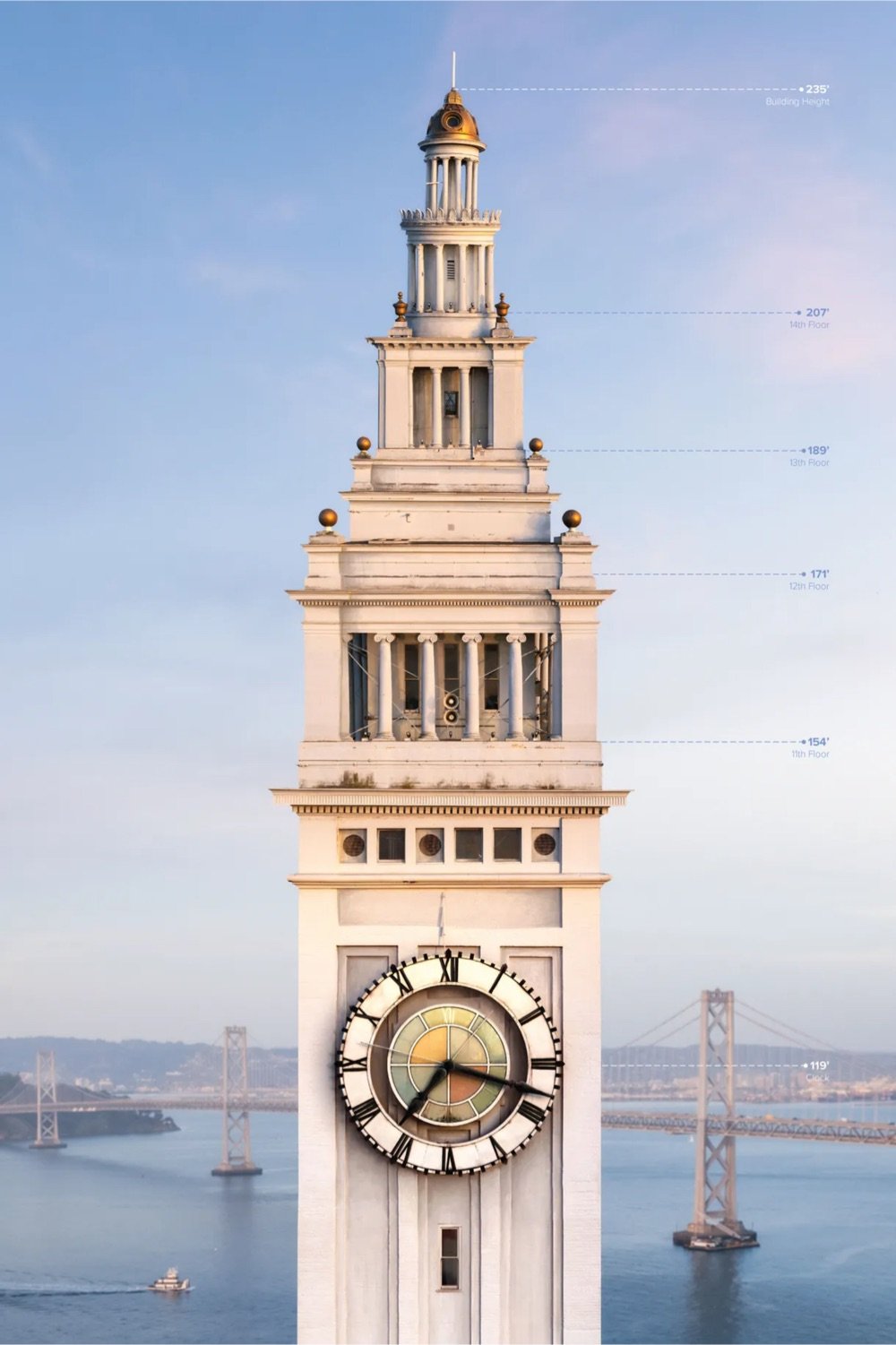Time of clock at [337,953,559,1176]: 7:17
